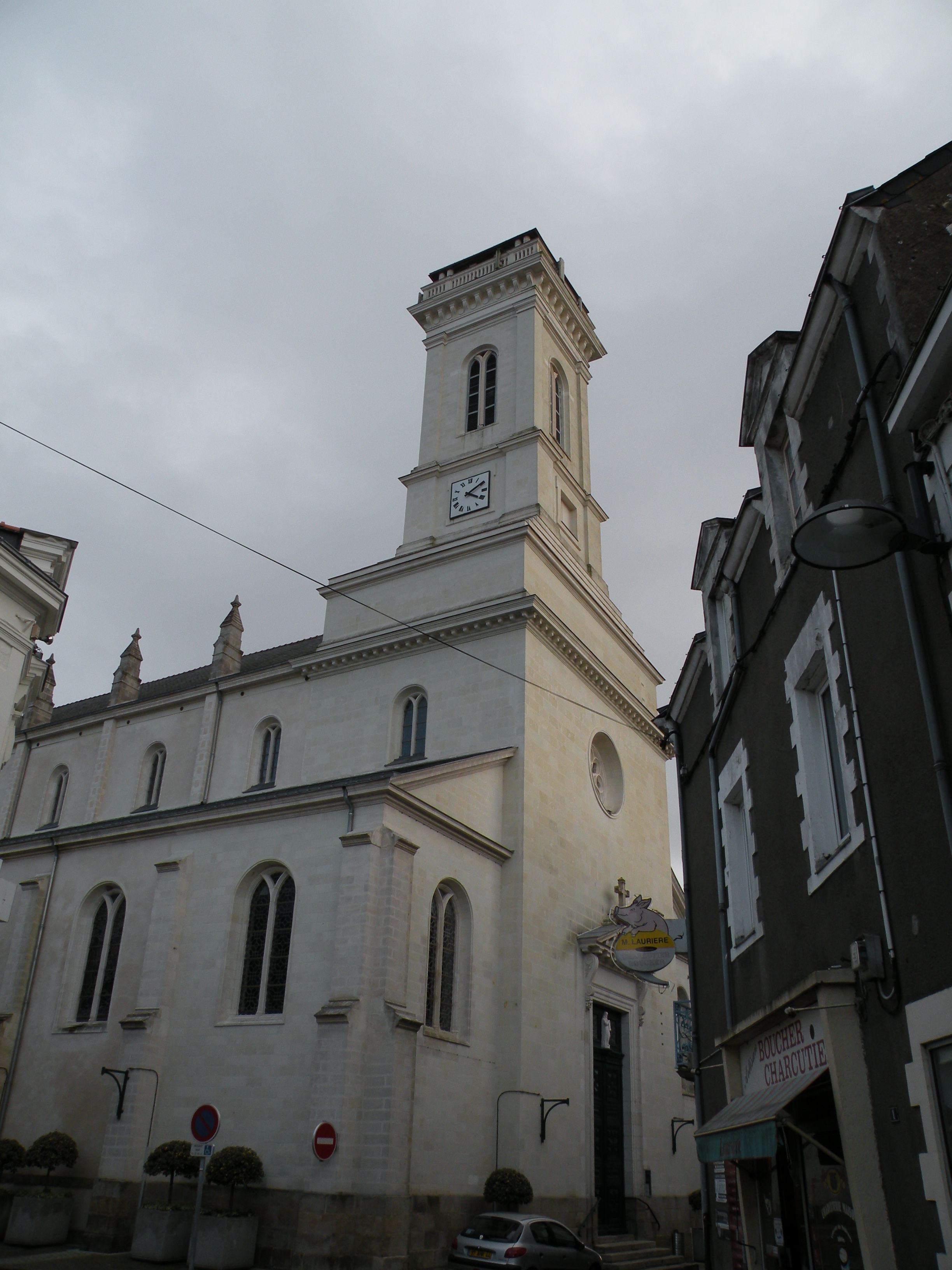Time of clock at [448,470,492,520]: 4:09
